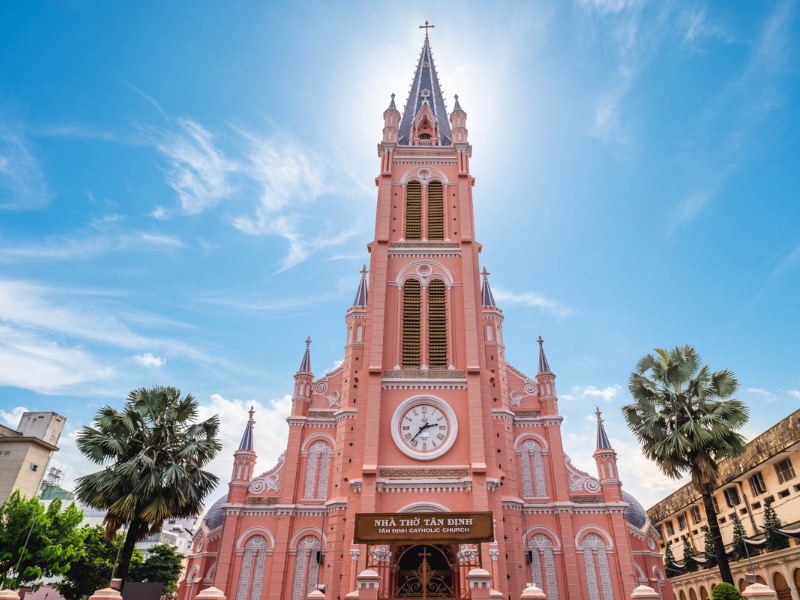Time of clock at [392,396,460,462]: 2:36
